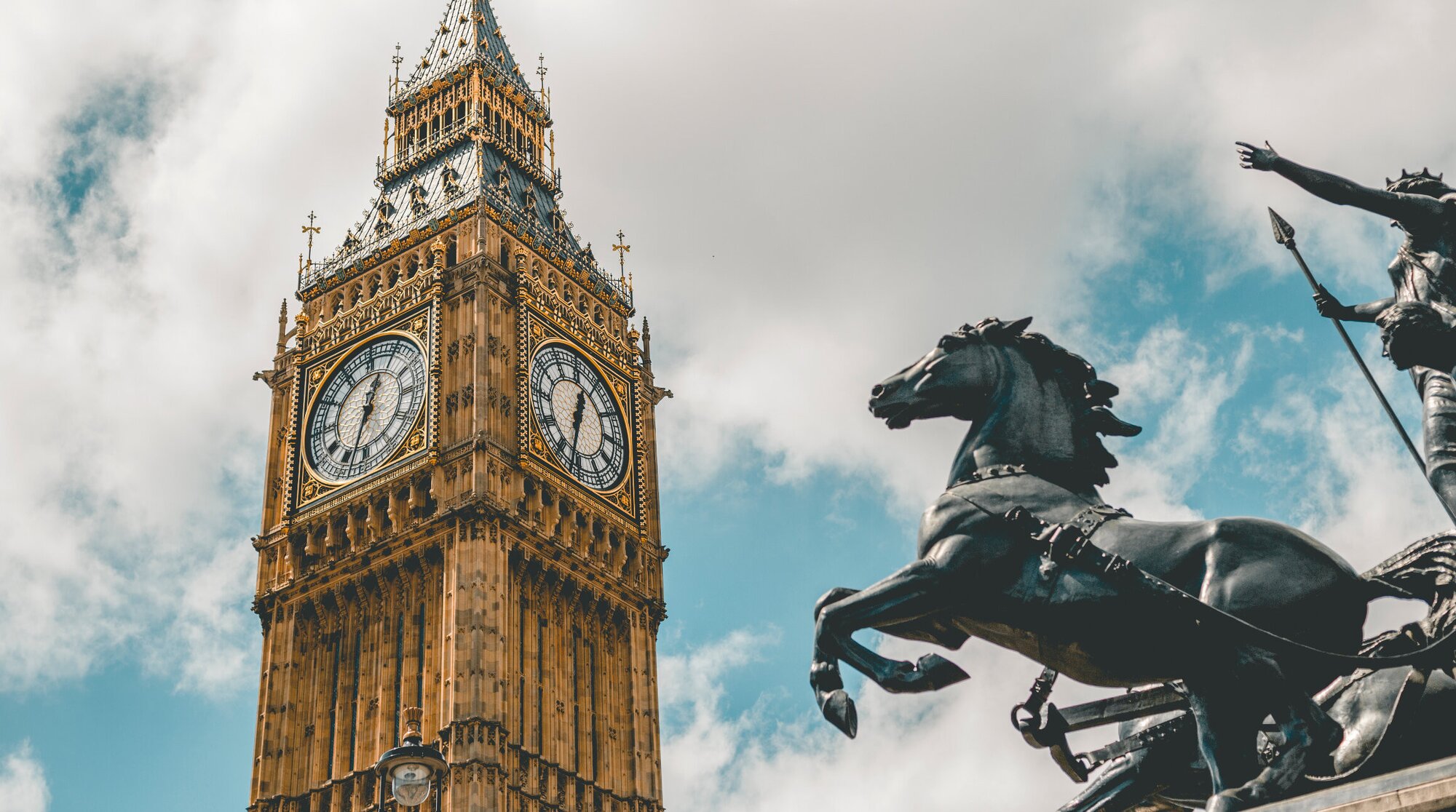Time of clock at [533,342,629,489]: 12:32
